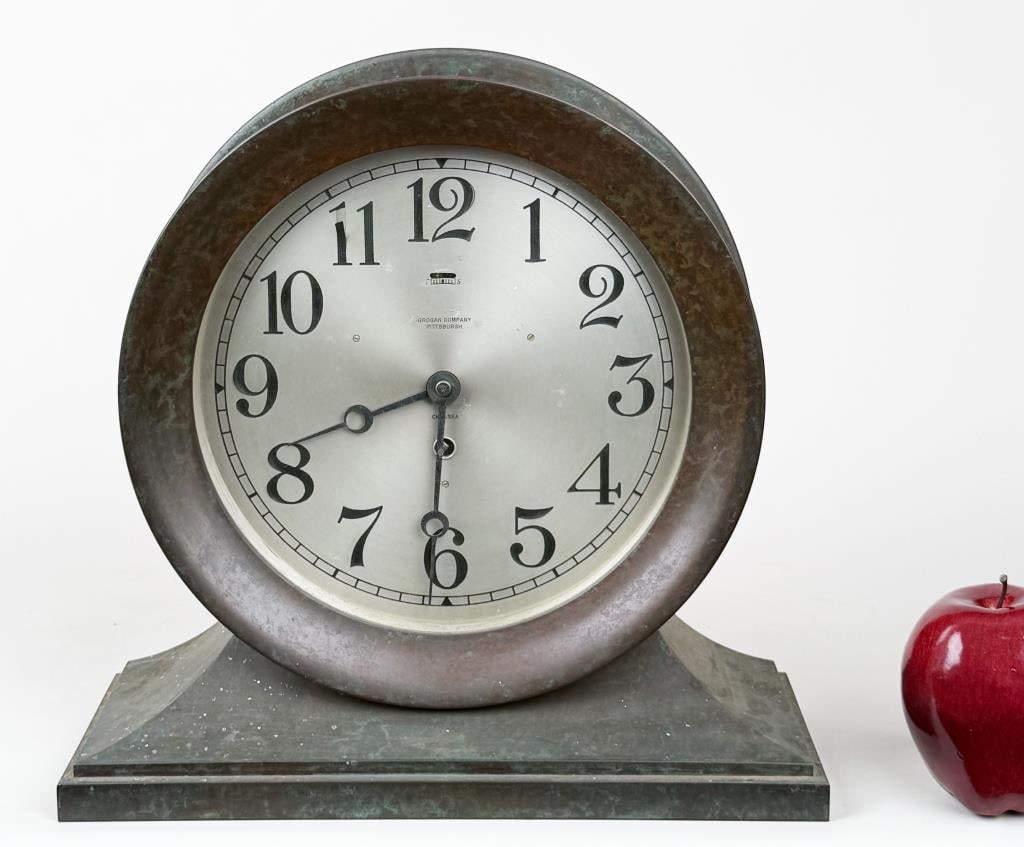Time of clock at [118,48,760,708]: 8:30
